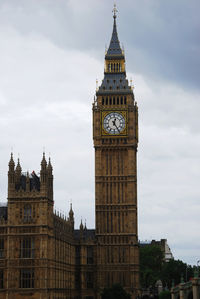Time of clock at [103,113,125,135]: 12:24
